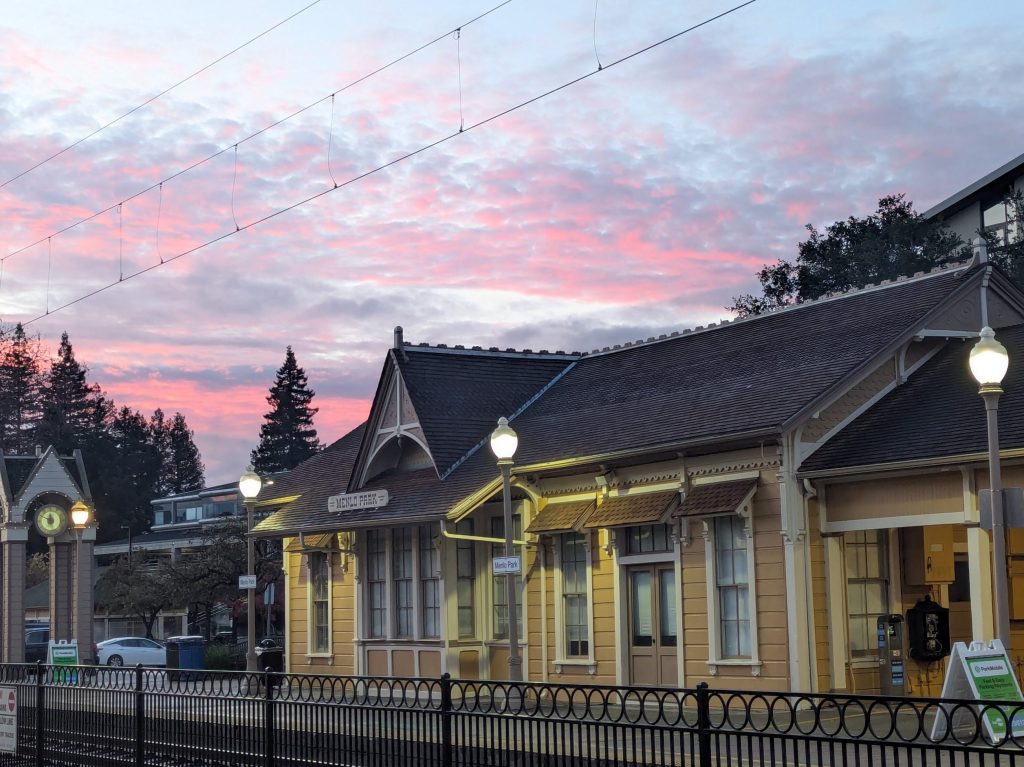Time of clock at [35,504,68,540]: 11:49
